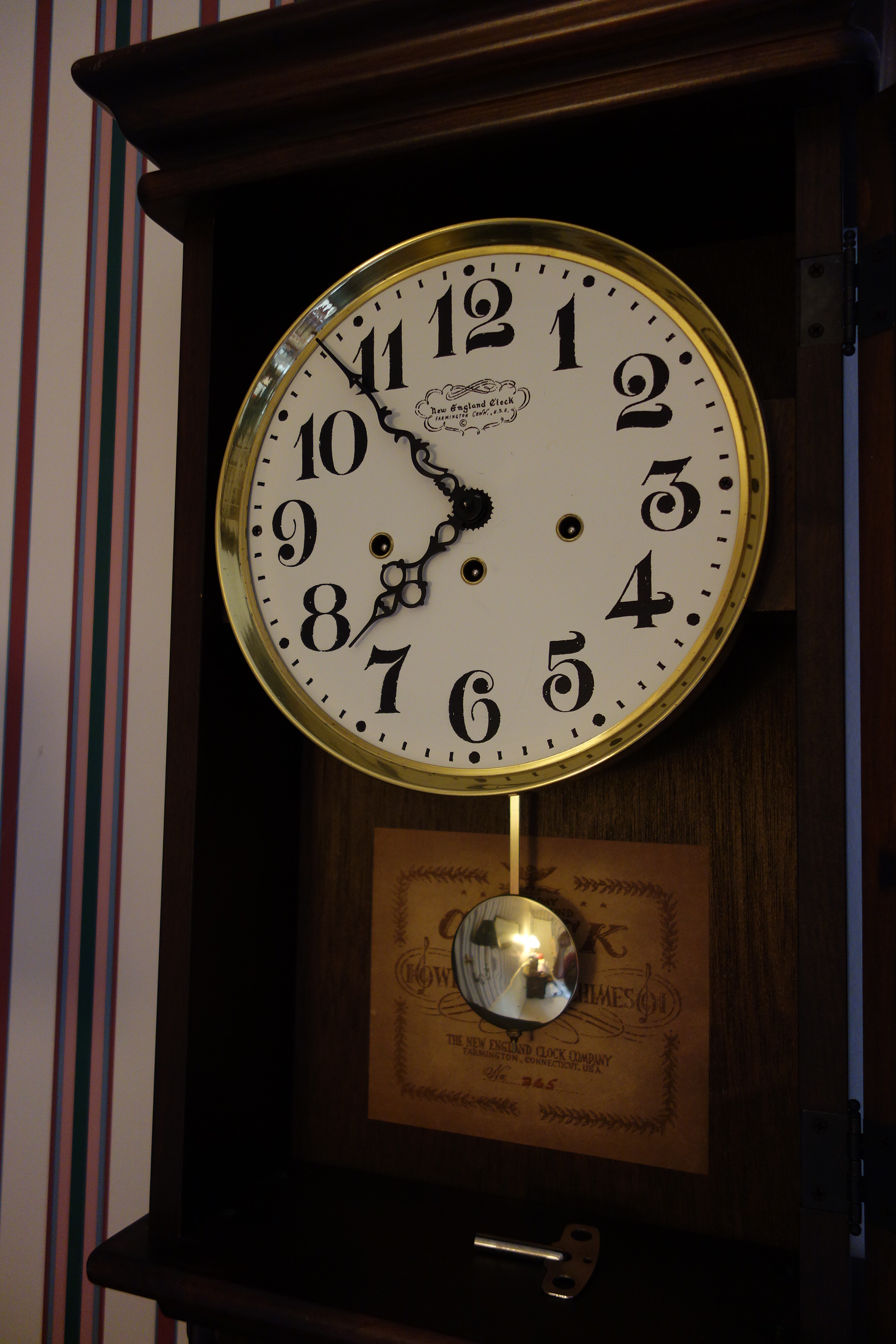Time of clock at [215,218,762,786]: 10:37
